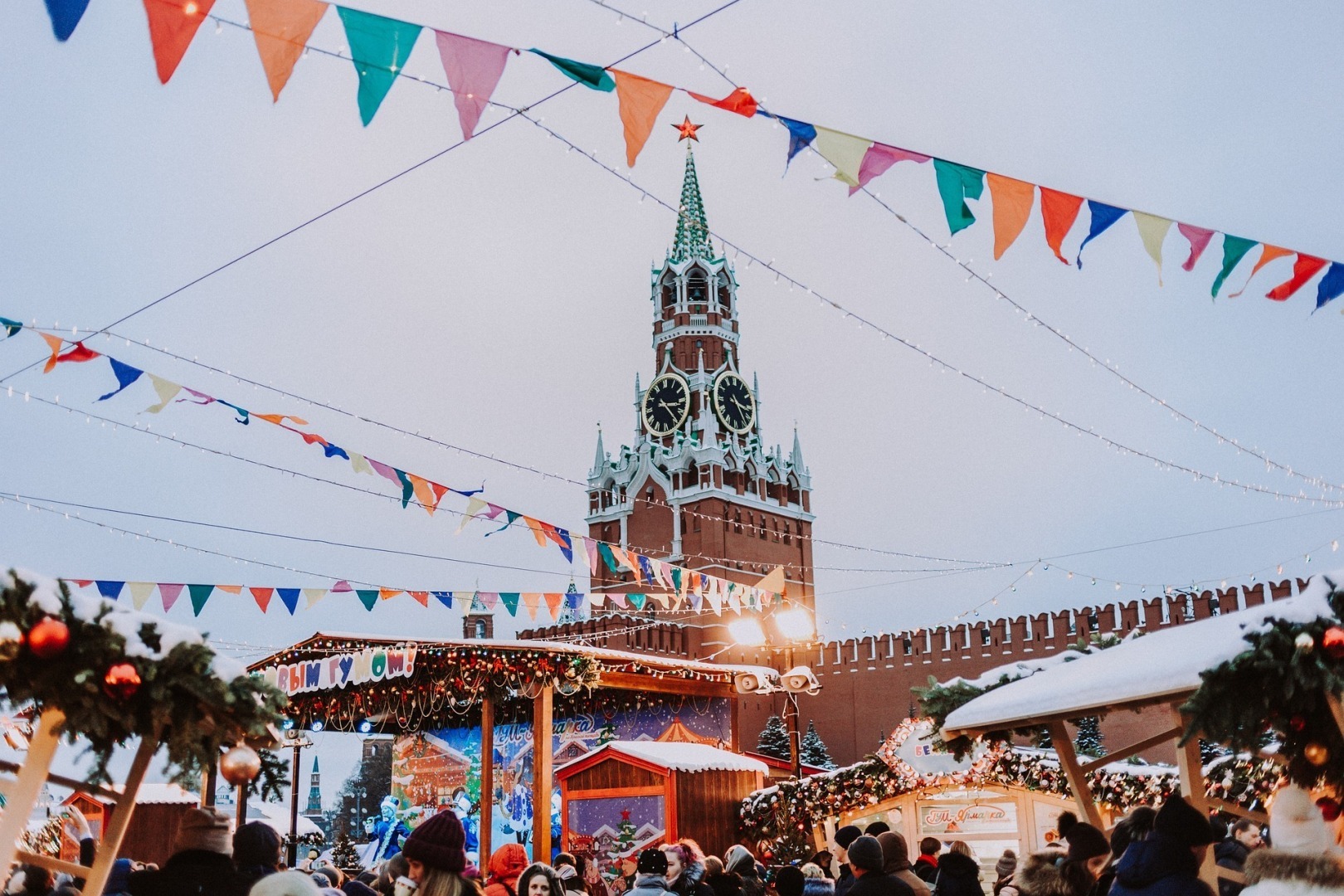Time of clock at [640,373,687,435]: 3:23
